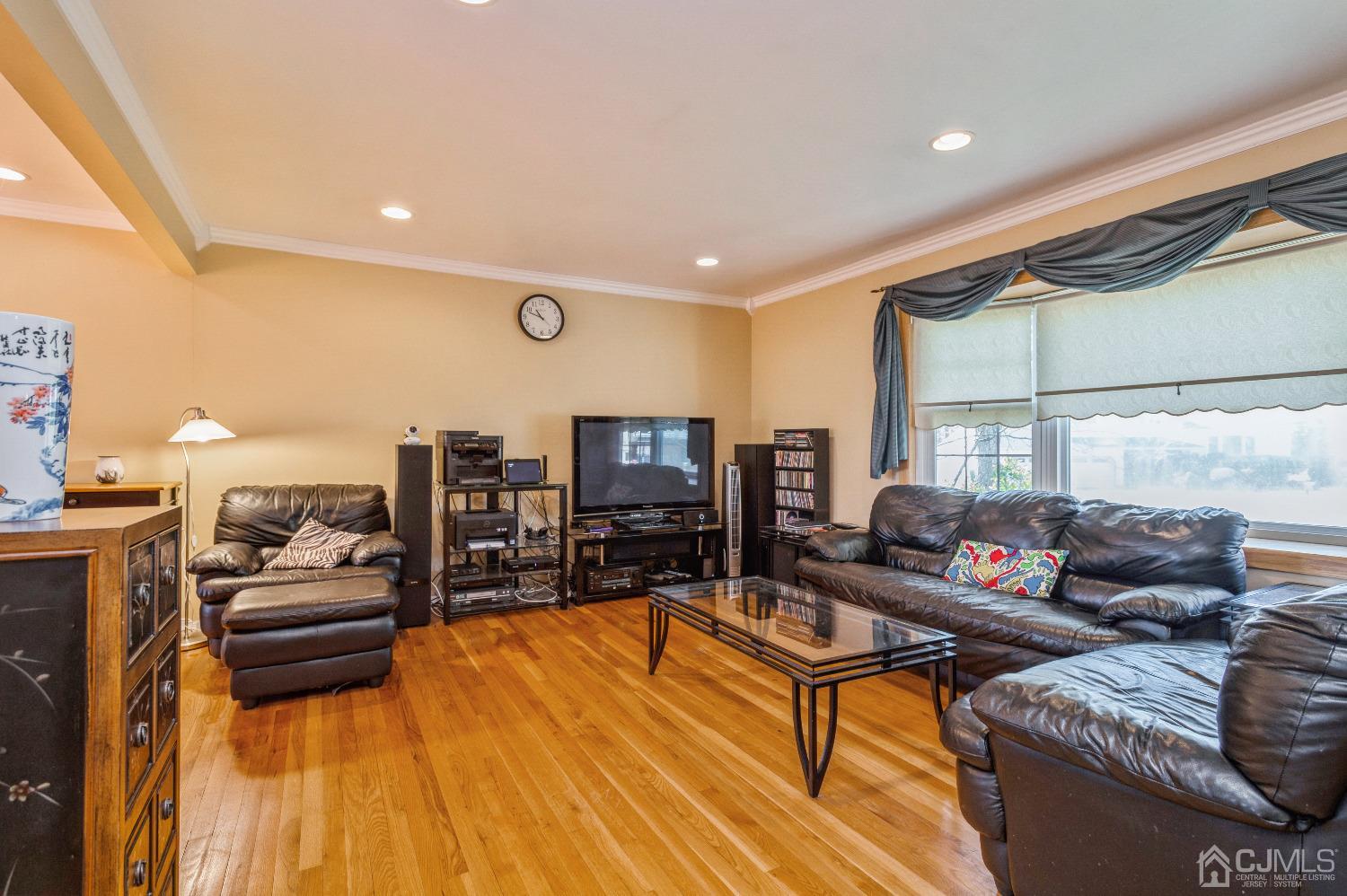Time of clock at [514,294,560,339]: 10:47
